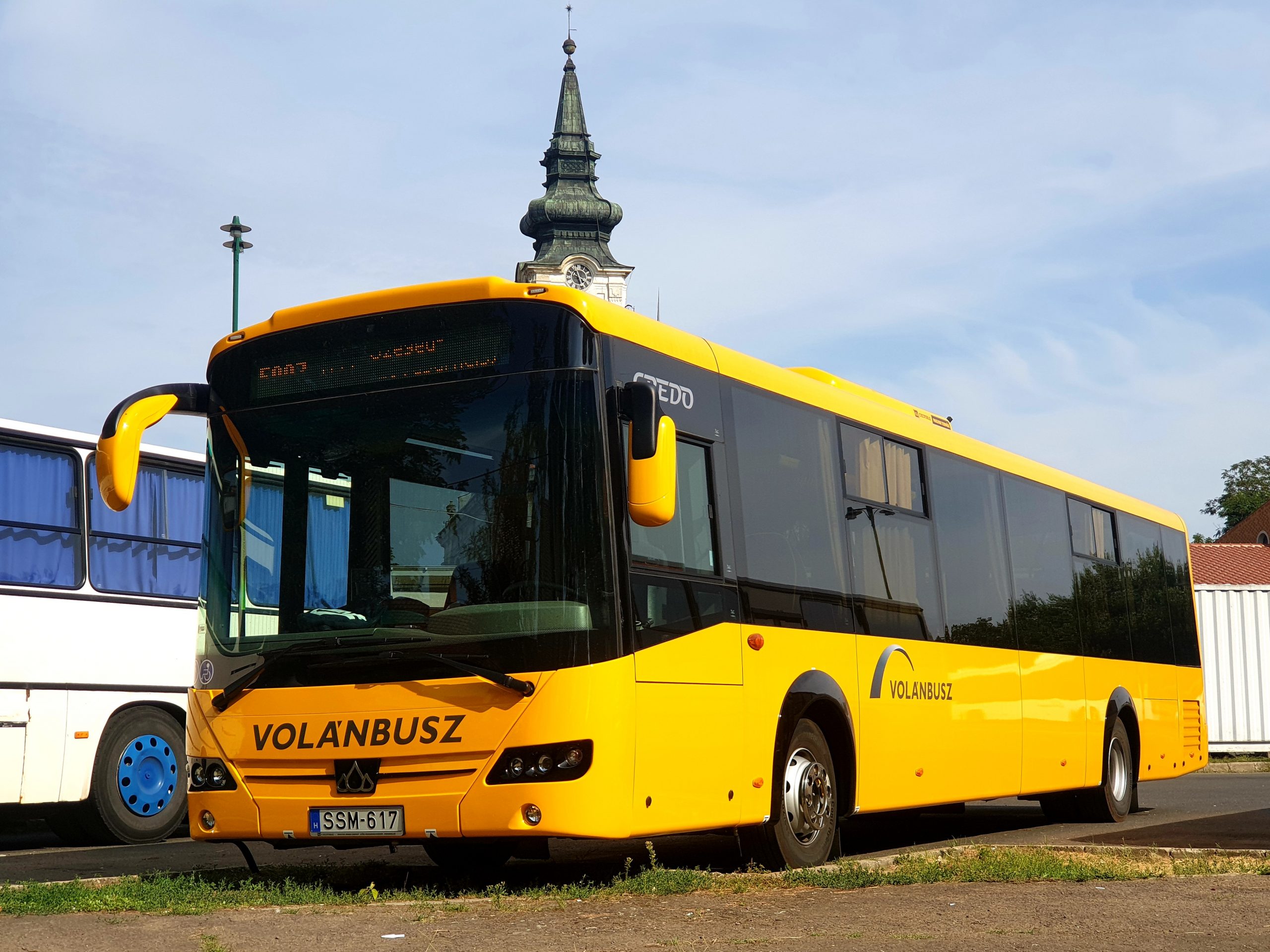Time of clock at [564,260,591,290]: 5:18
